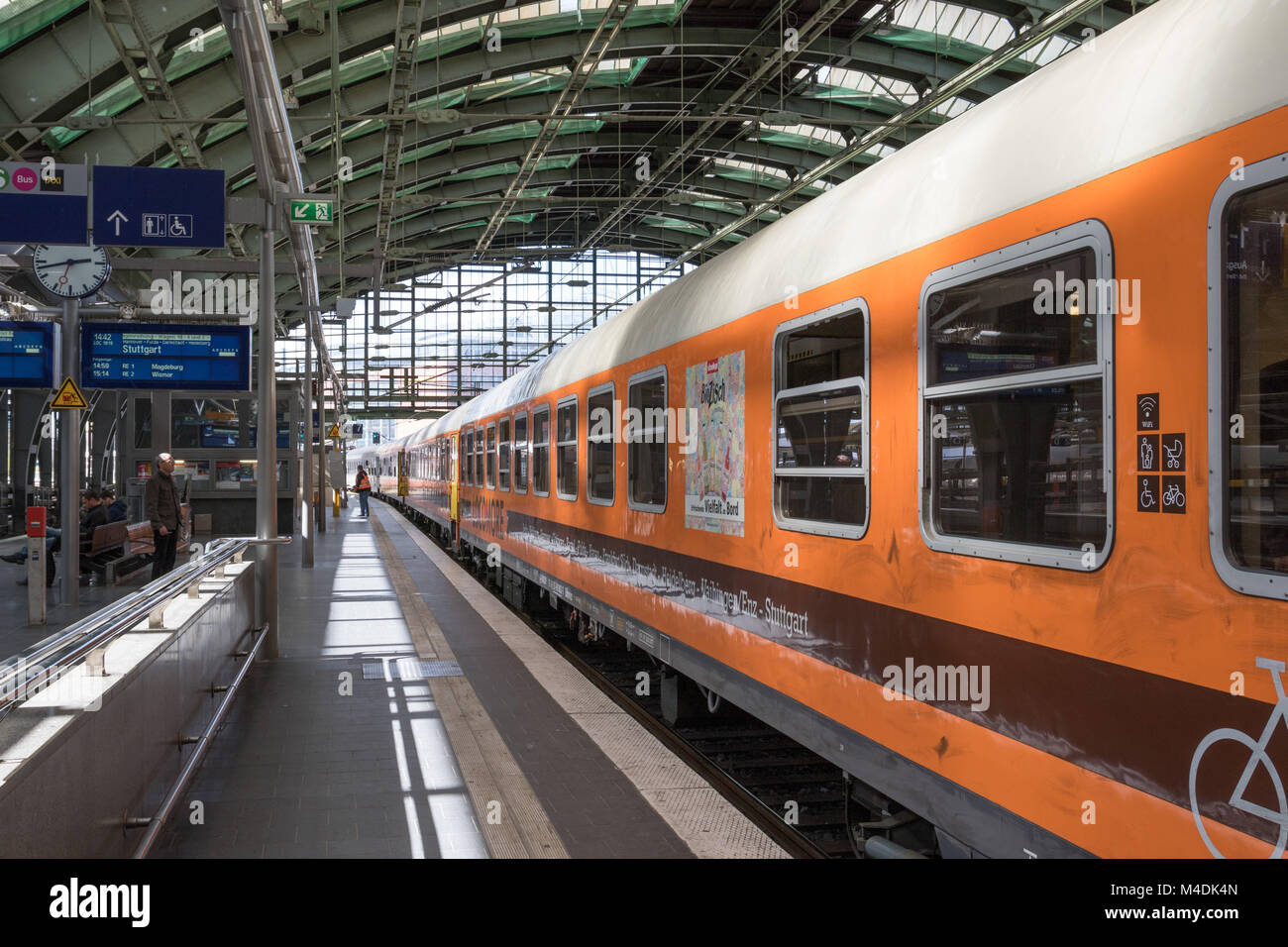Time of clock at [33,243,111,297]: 2:42
